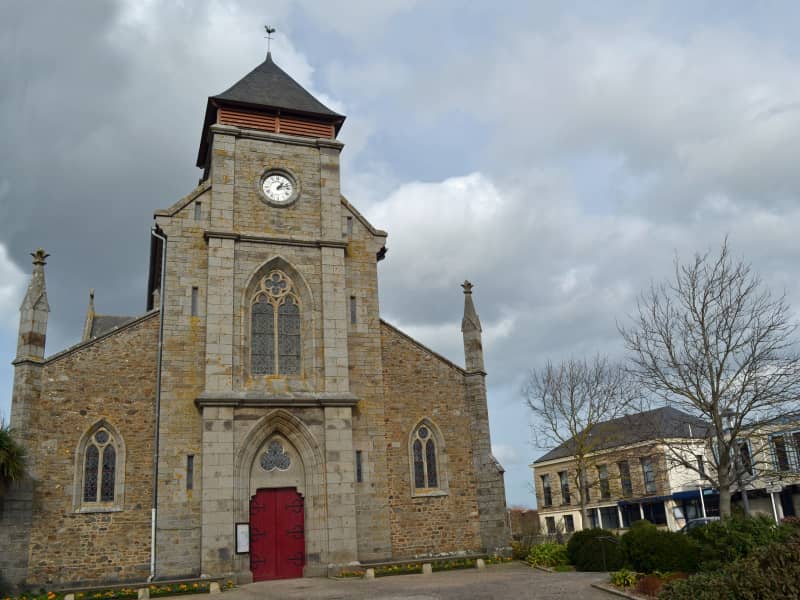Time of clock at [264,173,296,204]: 1:12
